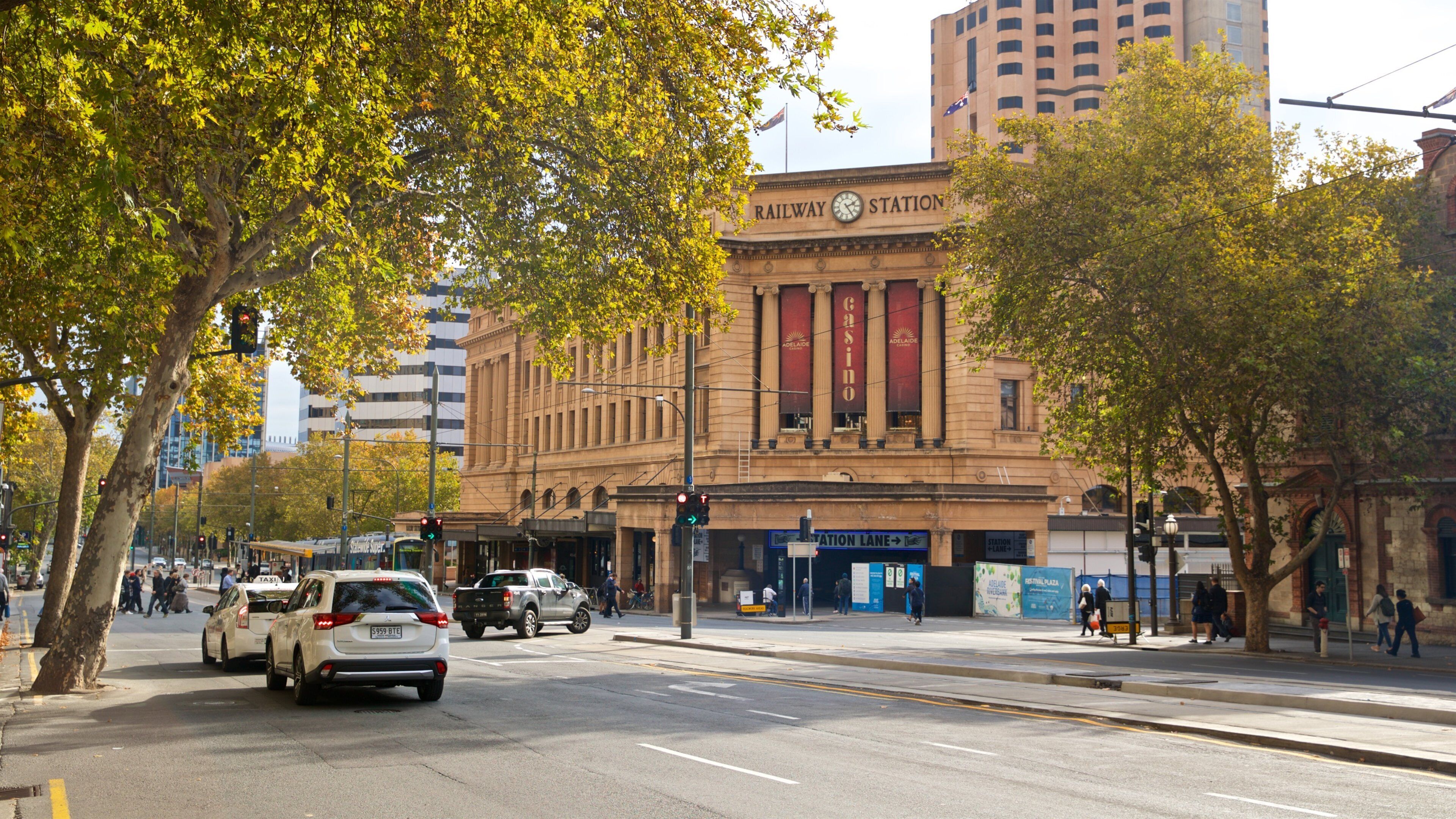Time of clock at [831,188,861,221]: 2:24
